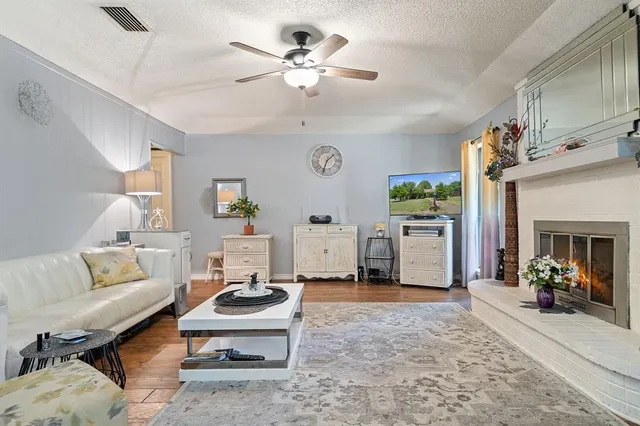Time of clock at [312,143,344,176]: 1:33
